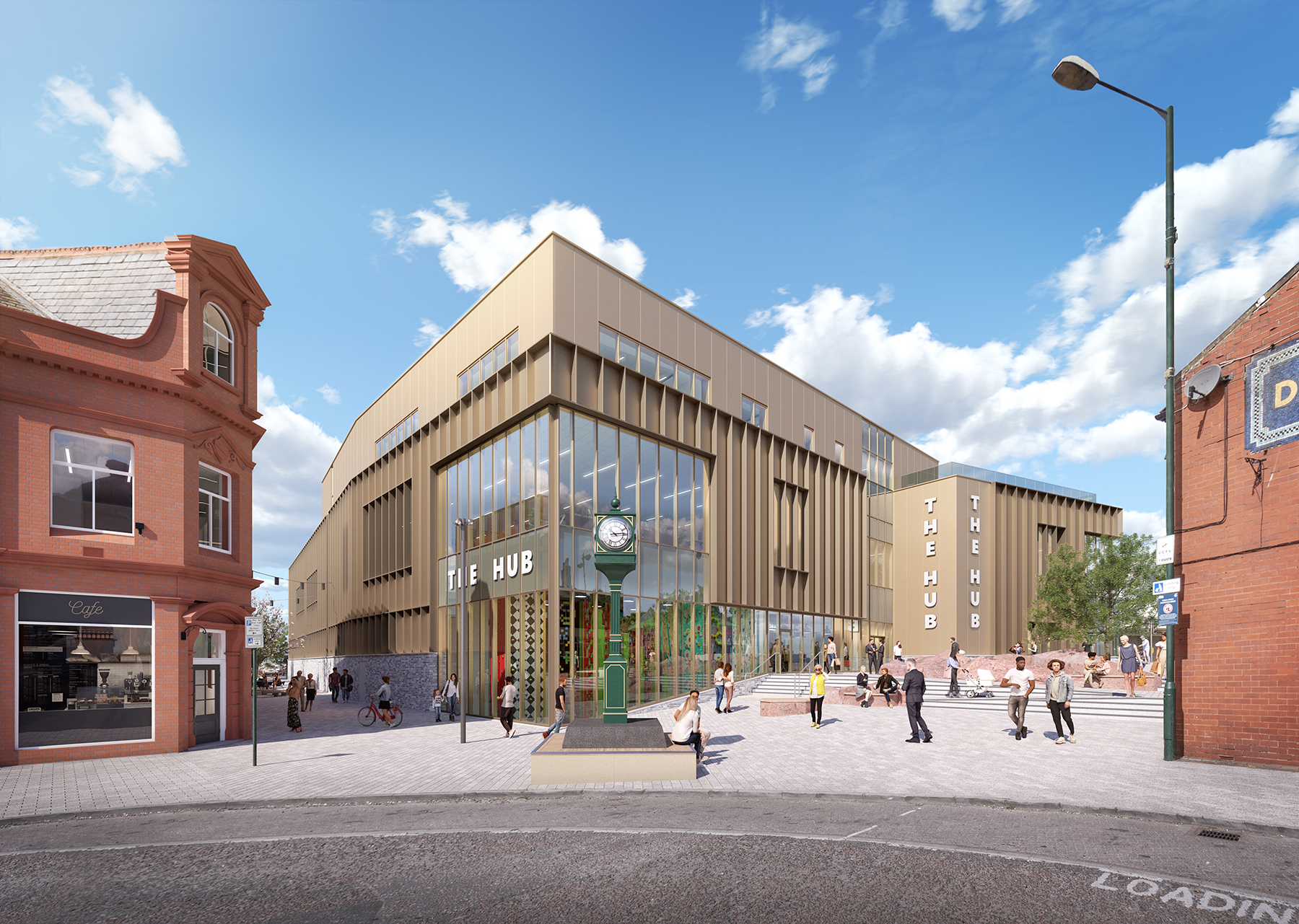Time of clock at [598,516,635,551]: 10:14
